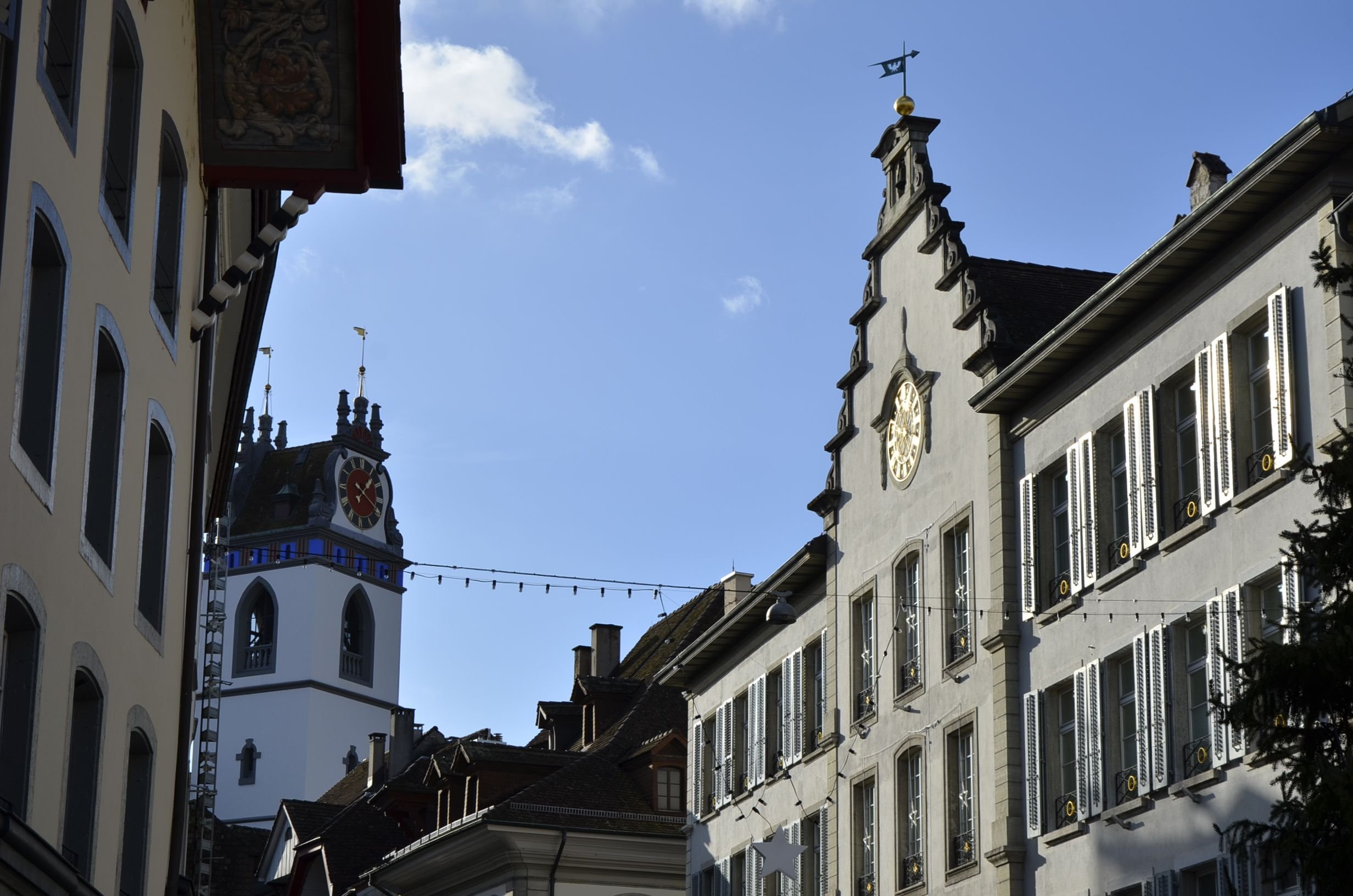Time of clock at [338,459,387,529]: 1:18
